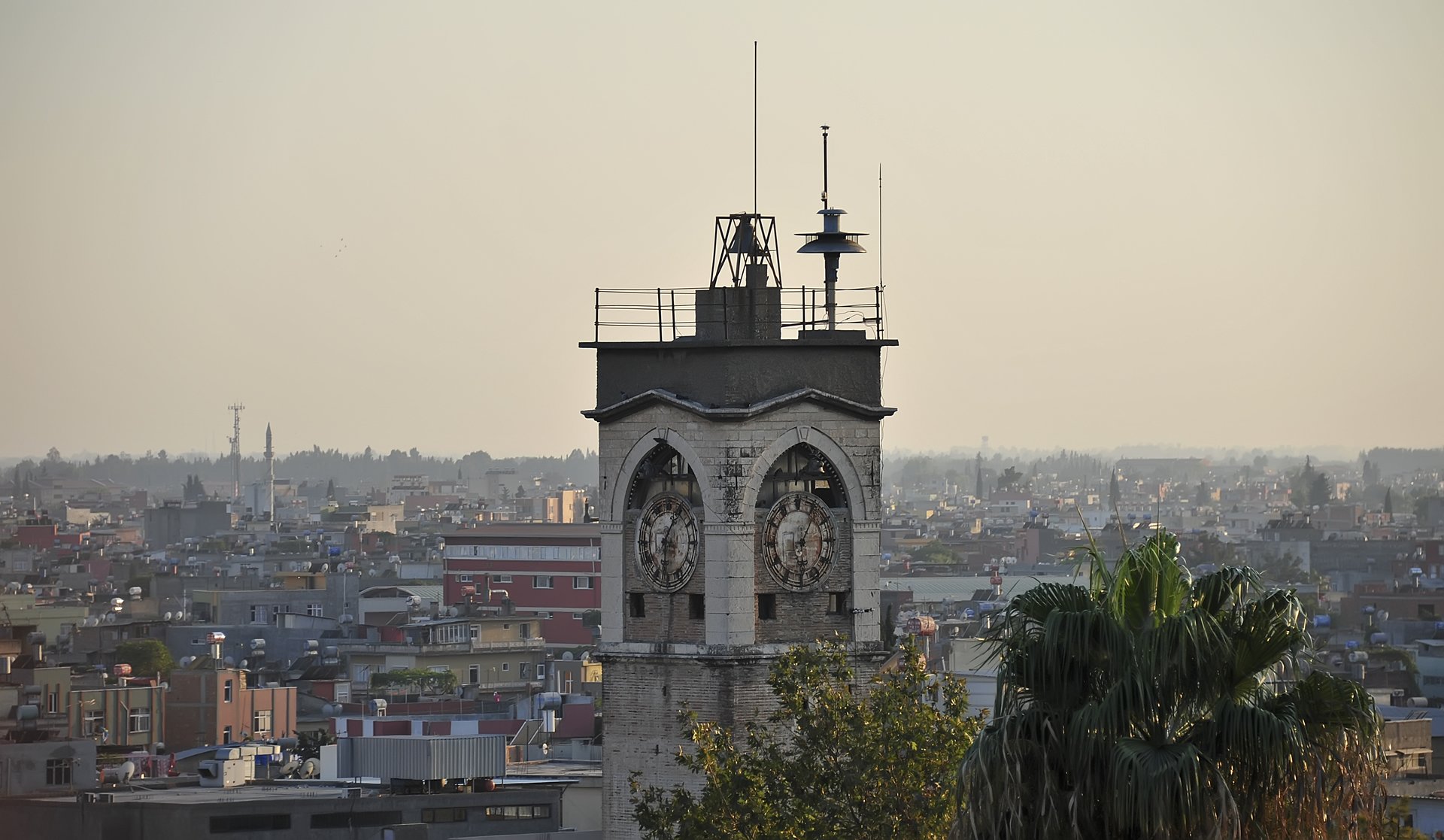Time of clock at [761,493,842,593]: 6:05
